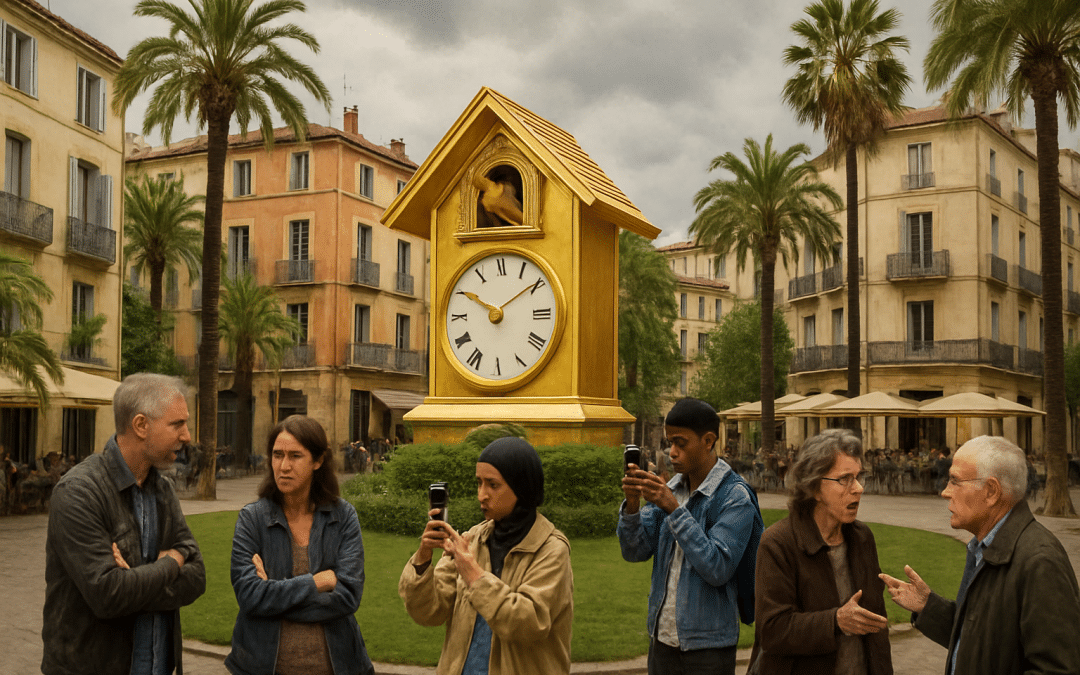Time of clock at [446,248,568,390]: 1:50
